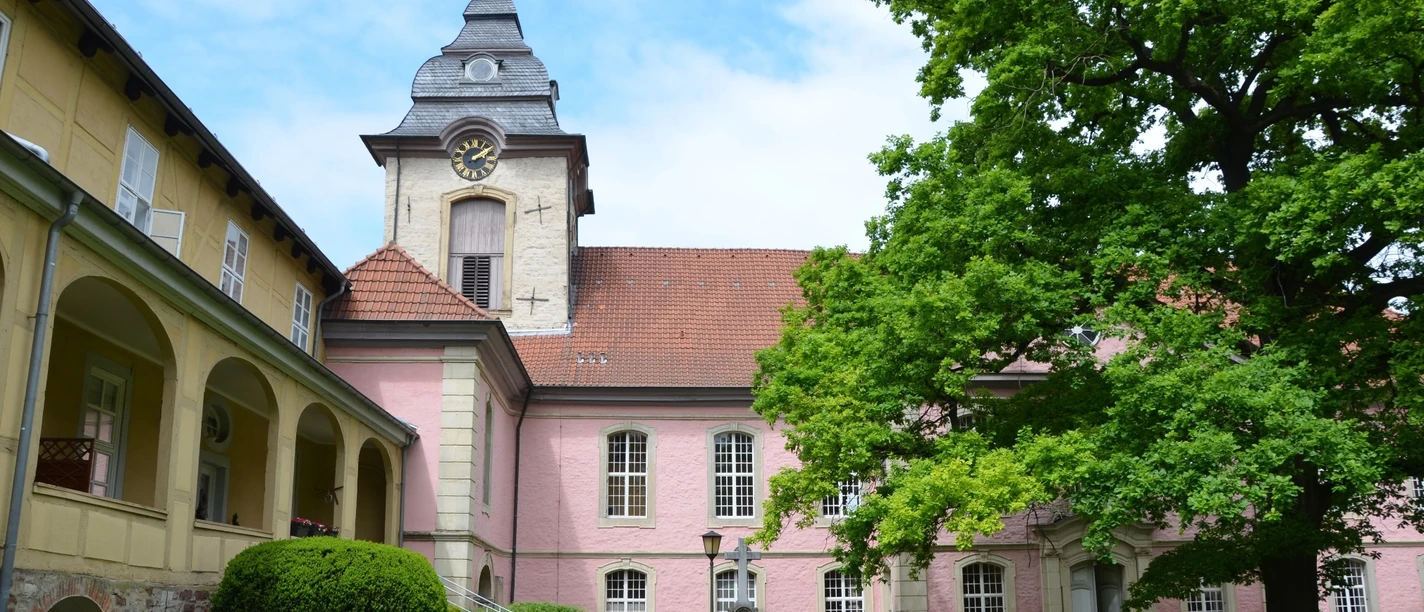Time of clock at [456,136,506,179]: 2:09
